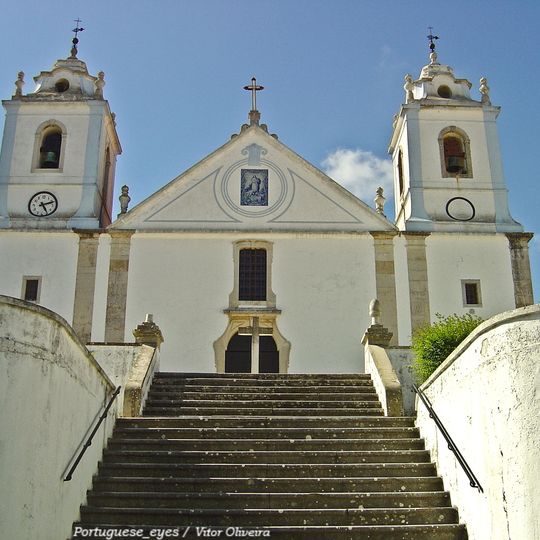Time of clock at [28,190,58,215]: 2:24
